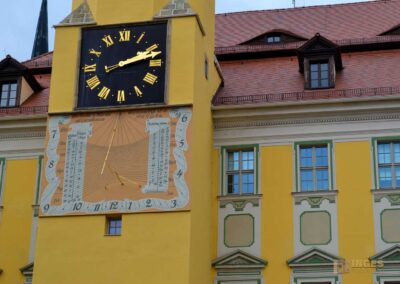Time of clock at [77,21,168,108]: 2:12
